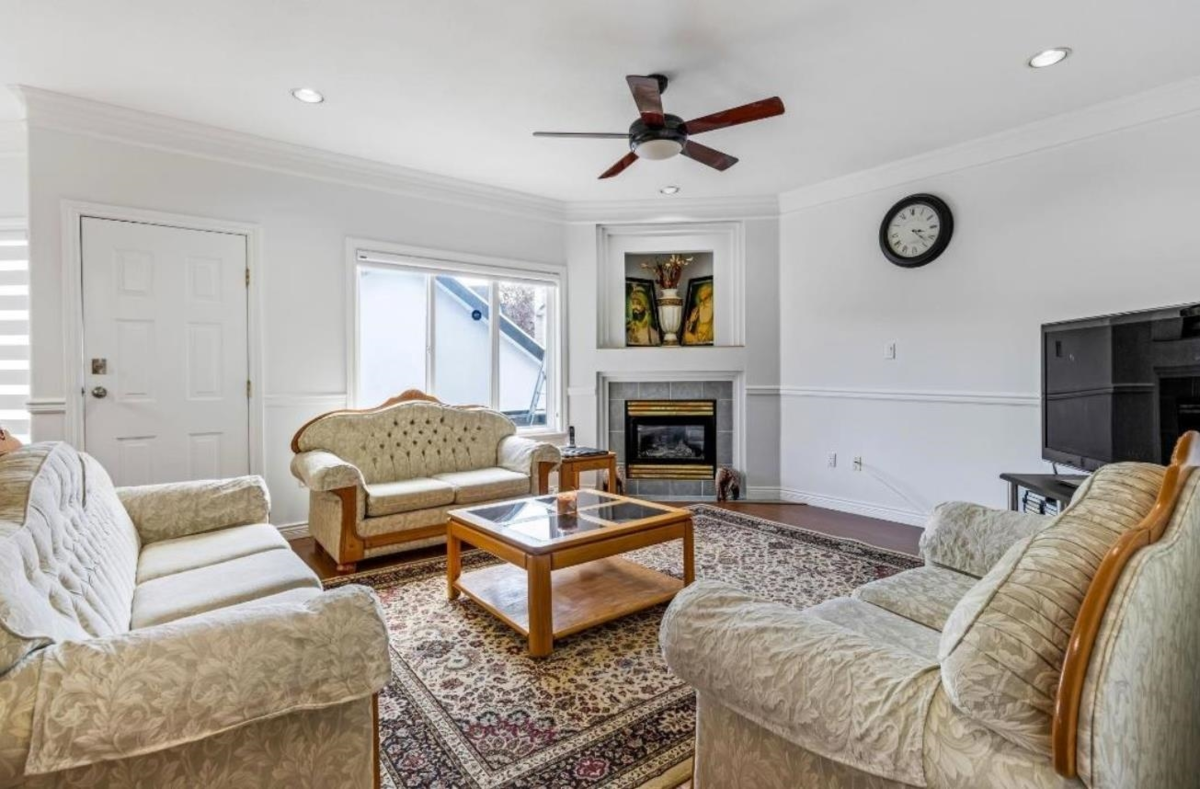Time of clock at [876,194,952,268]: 3:22
